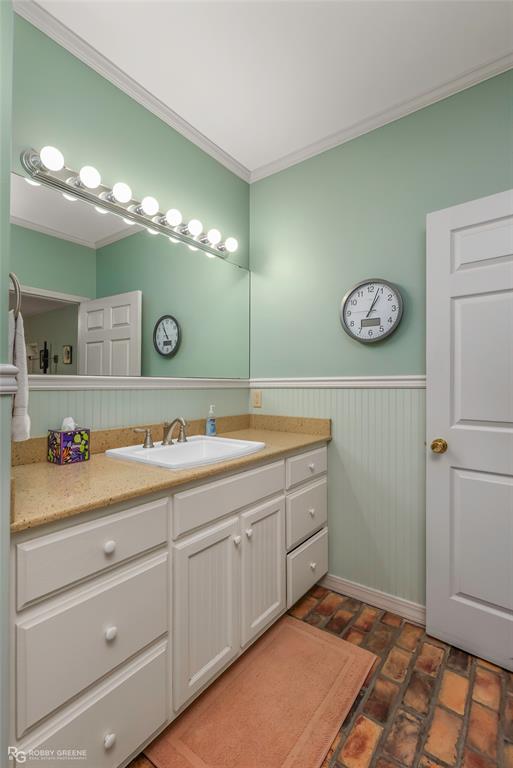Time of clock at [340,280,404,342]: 1:03
